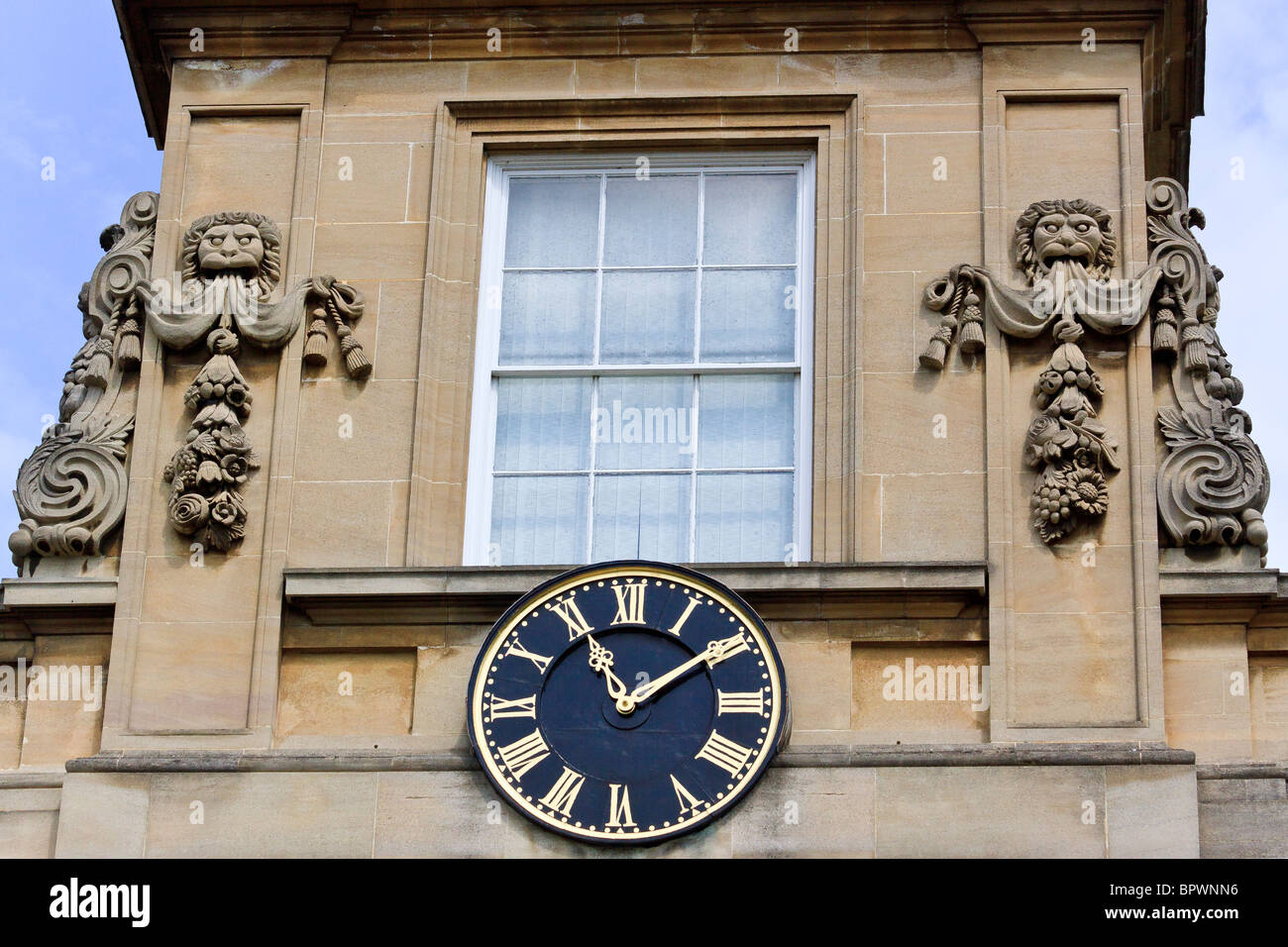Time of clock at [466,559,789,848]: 11:09
